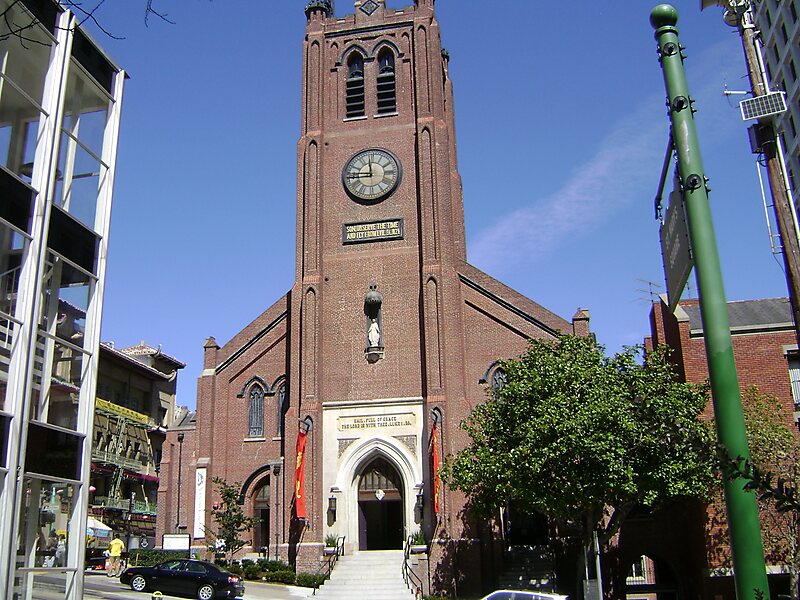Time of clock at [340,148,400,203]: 11:44
